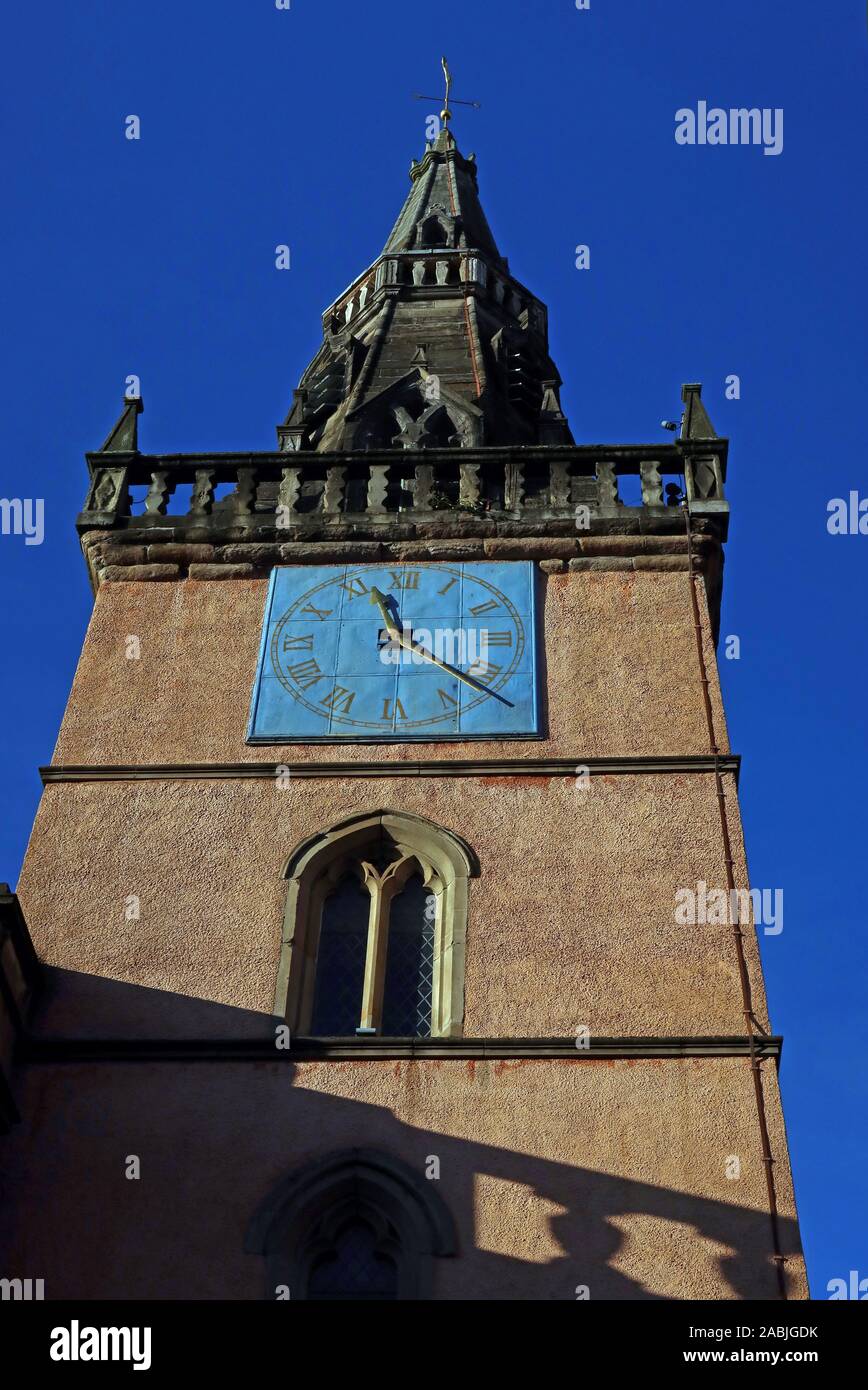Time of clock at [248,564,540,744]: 11:21
